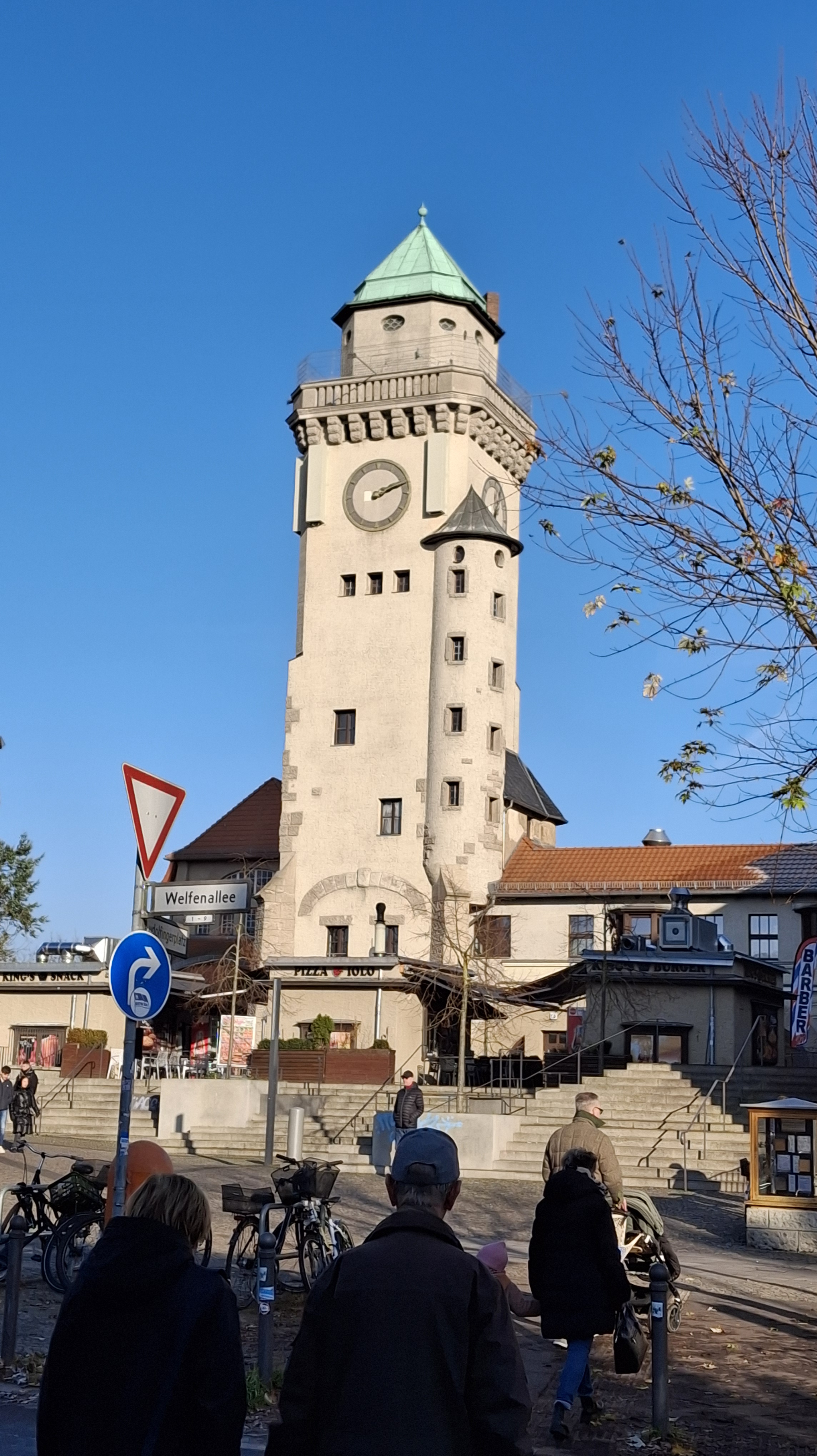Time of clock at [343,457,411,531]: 2:11
